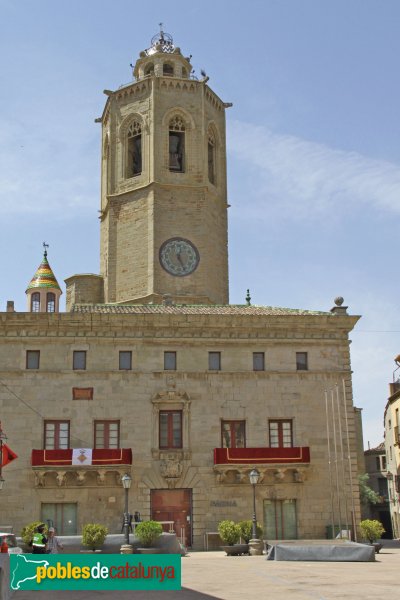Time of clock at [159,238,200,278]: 12:26
